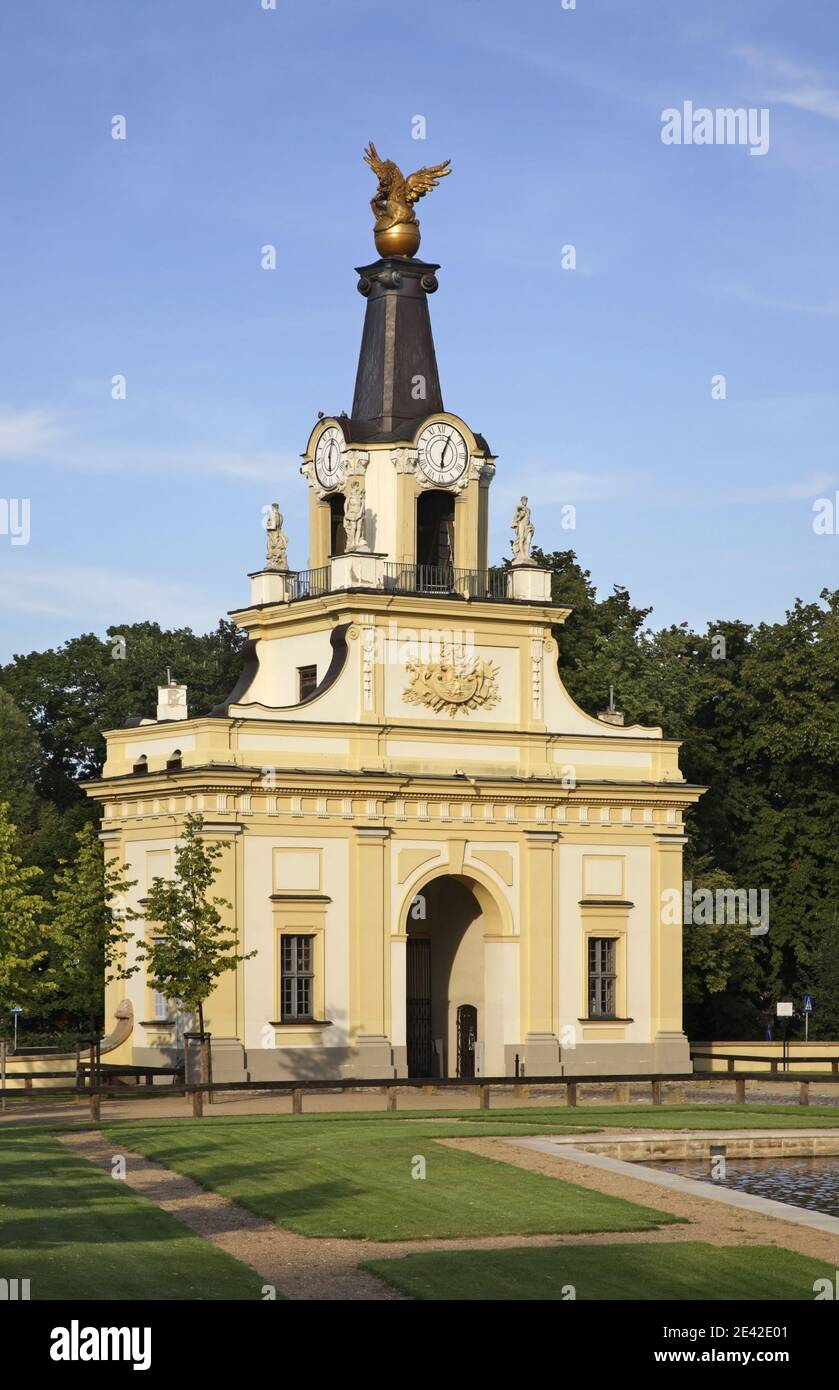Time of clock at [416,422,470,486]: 6:04
